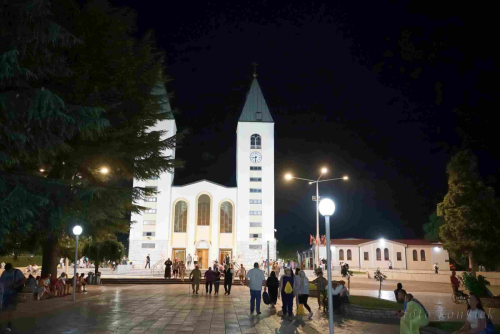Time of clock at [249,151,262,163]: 8:31
